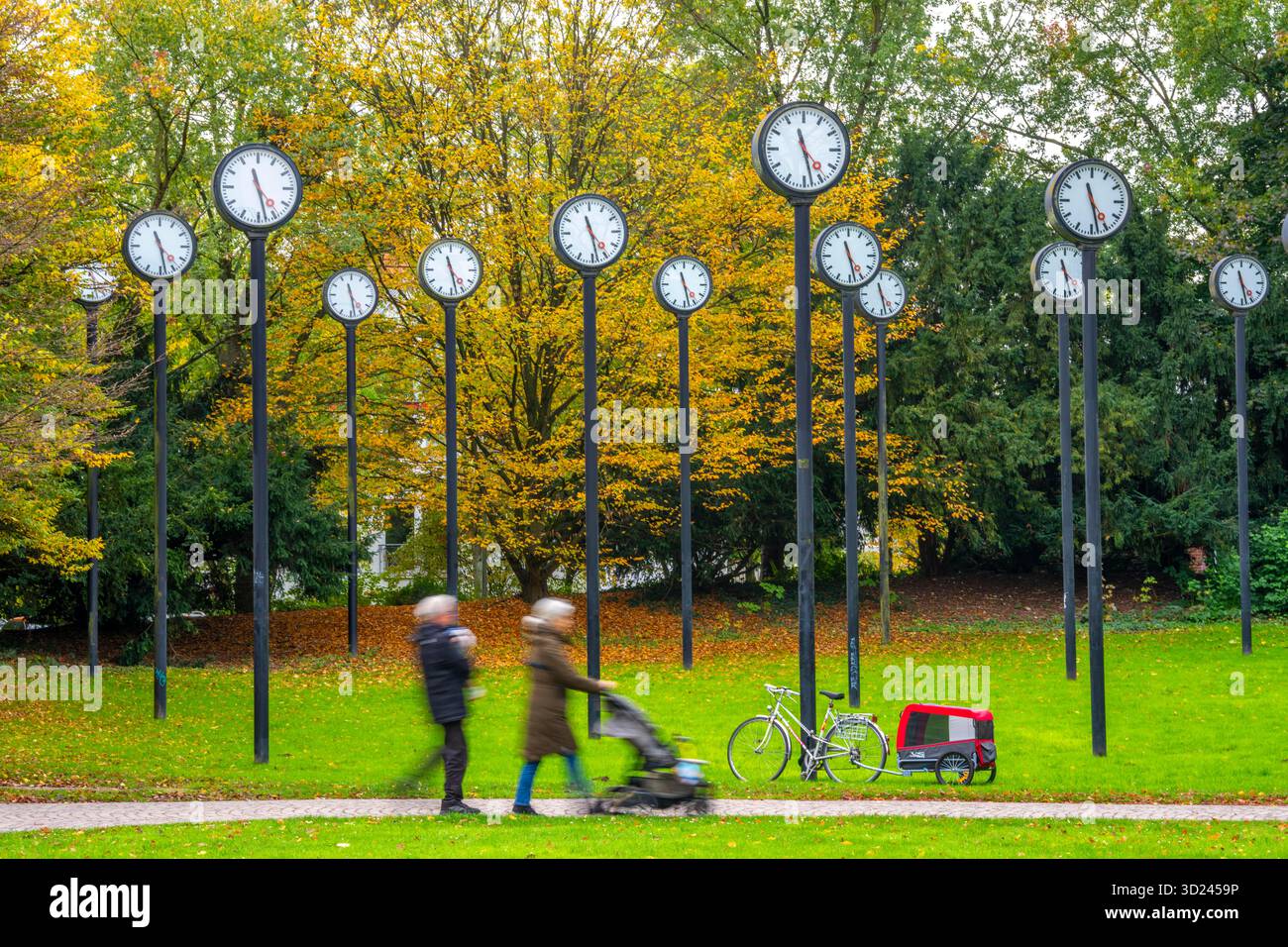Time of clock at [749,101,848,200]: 11:28
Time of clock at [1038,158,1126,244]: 11:28
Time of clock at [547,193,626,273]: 11:28
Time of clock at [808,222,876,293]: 11:28
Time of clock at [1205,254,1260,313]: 11:28
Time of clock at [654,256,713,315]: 11:28
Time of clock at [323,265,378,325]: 11:28
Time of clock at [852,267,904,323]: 11:28
